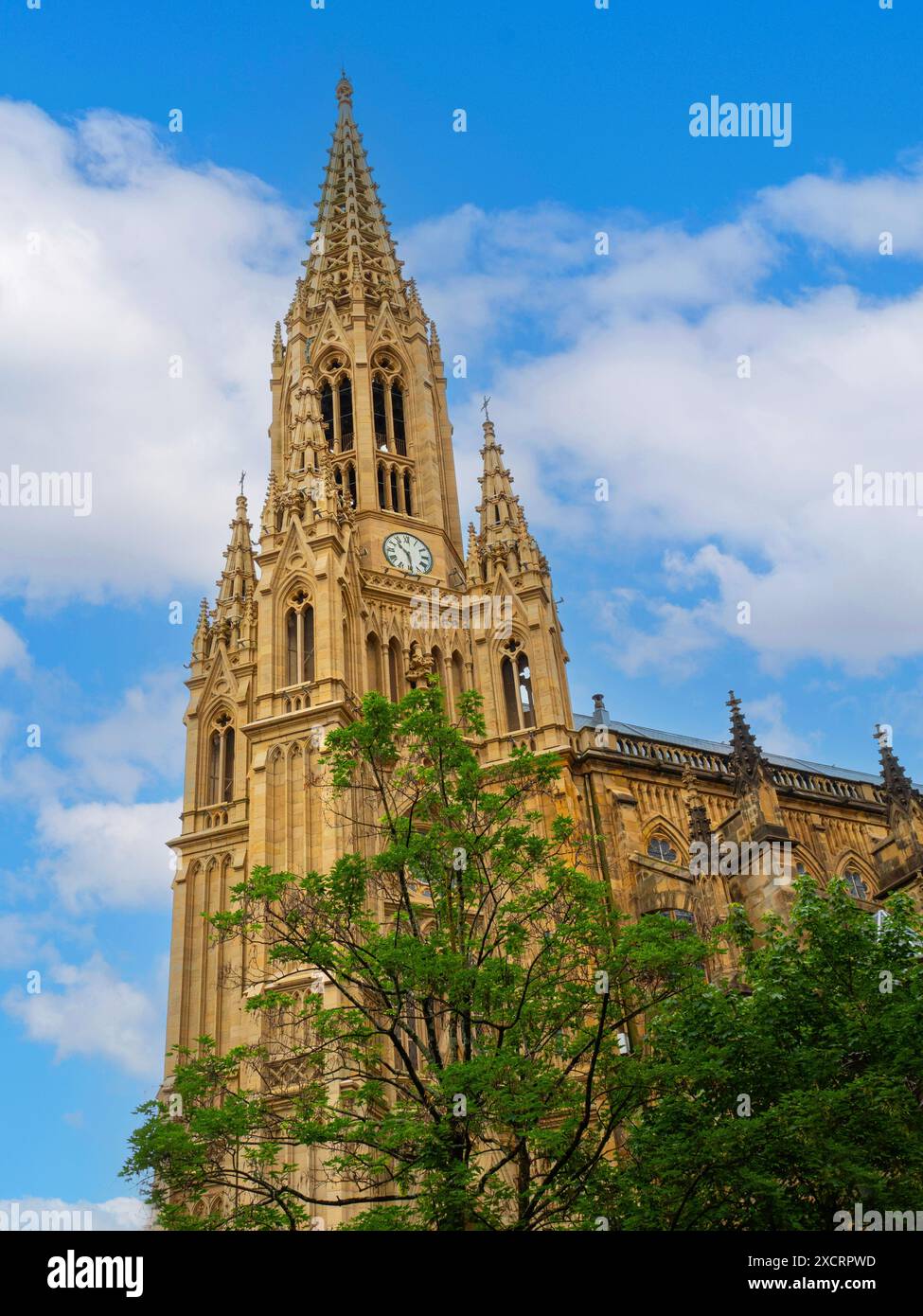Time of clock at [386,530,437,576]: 10:28
